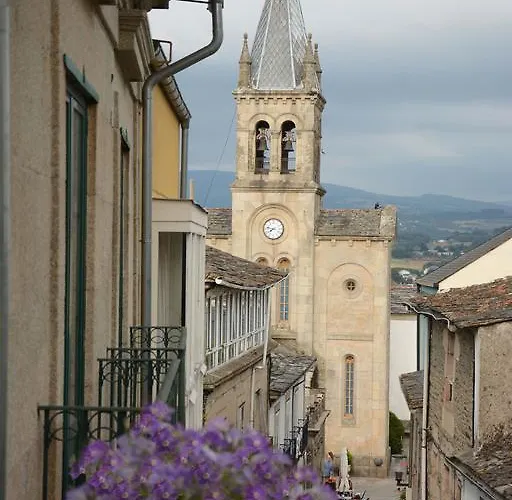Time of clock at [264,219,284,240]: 7:47
